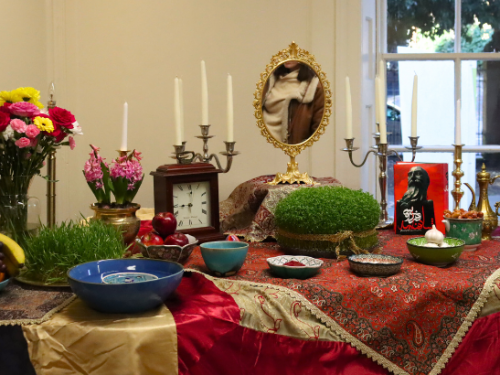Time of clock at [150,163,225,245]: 9:01
